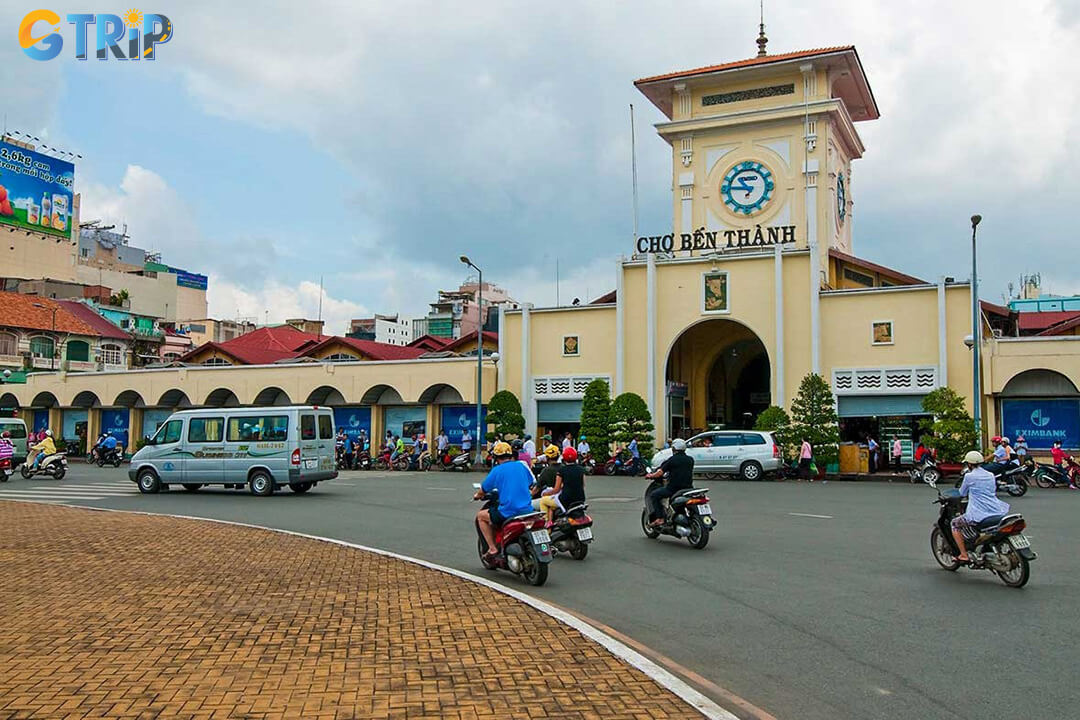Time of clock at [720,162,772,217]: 10:45
